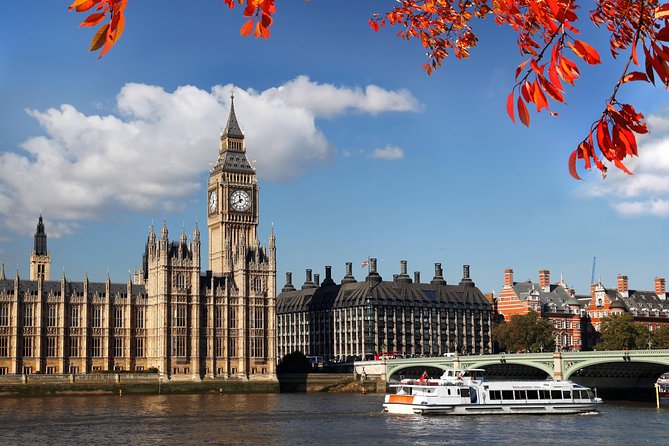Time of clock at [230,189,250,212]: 11:40
